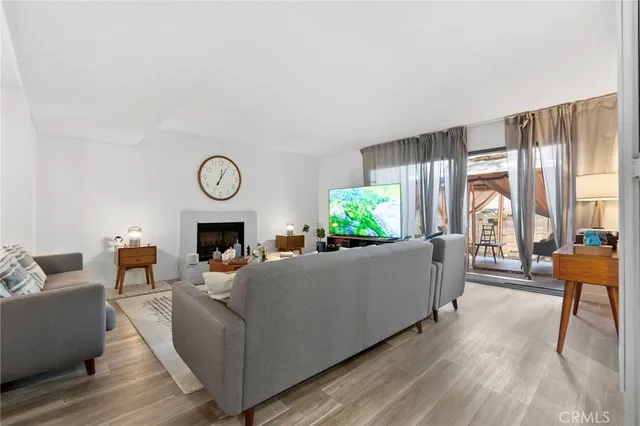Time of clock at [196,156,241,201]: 12:05
